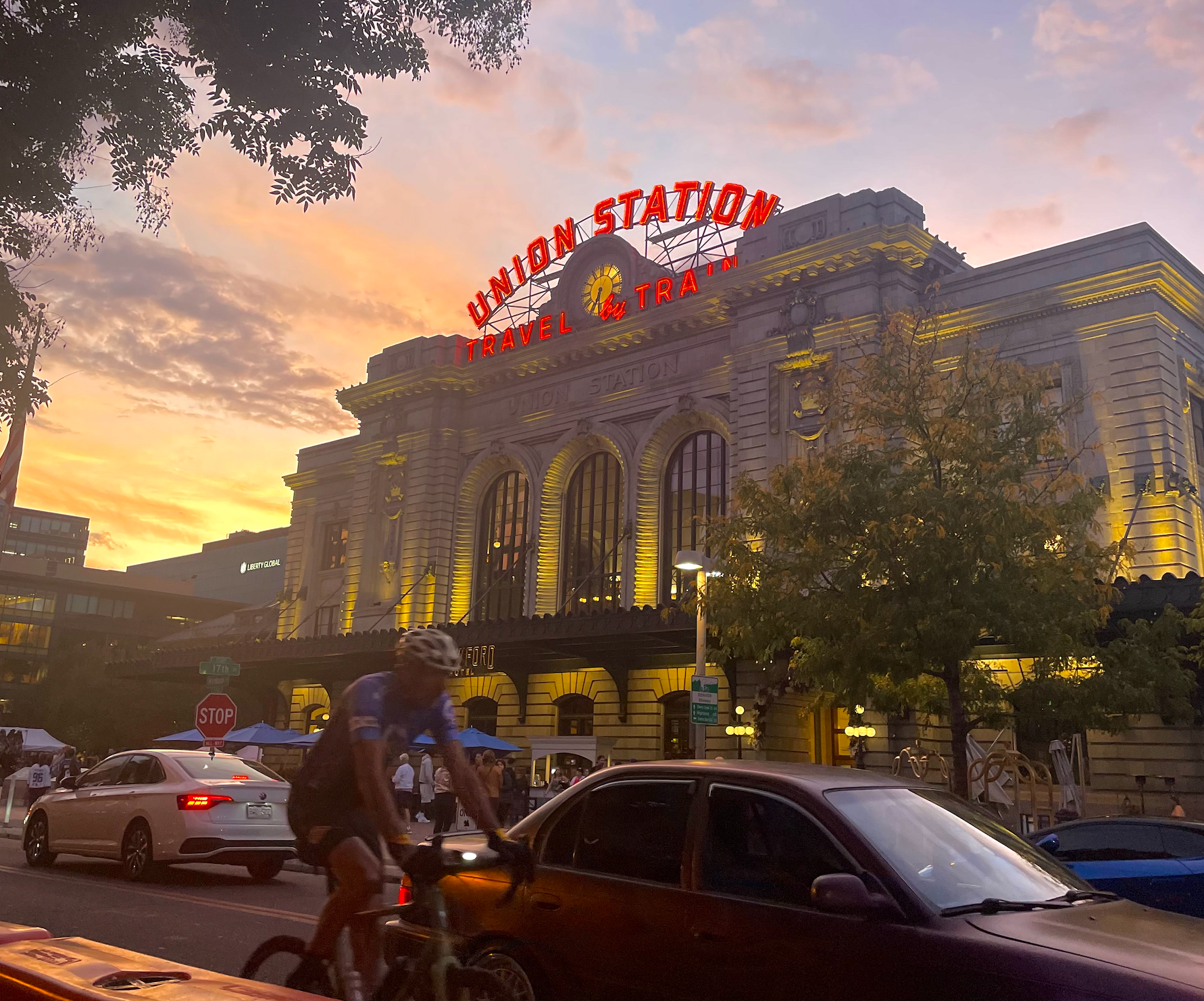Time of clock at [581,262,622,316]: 6:35
